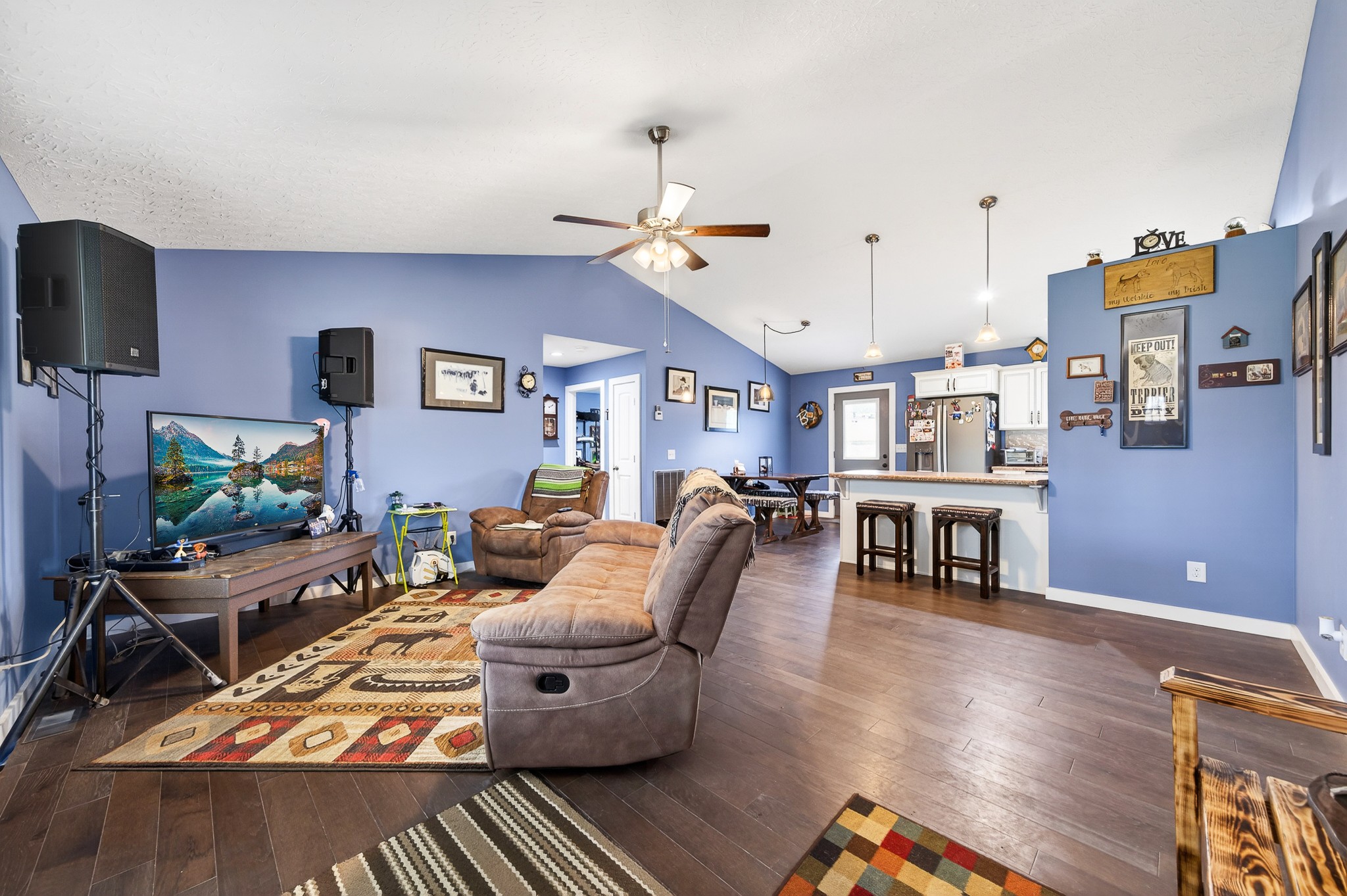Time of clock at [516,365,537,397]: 2:11
